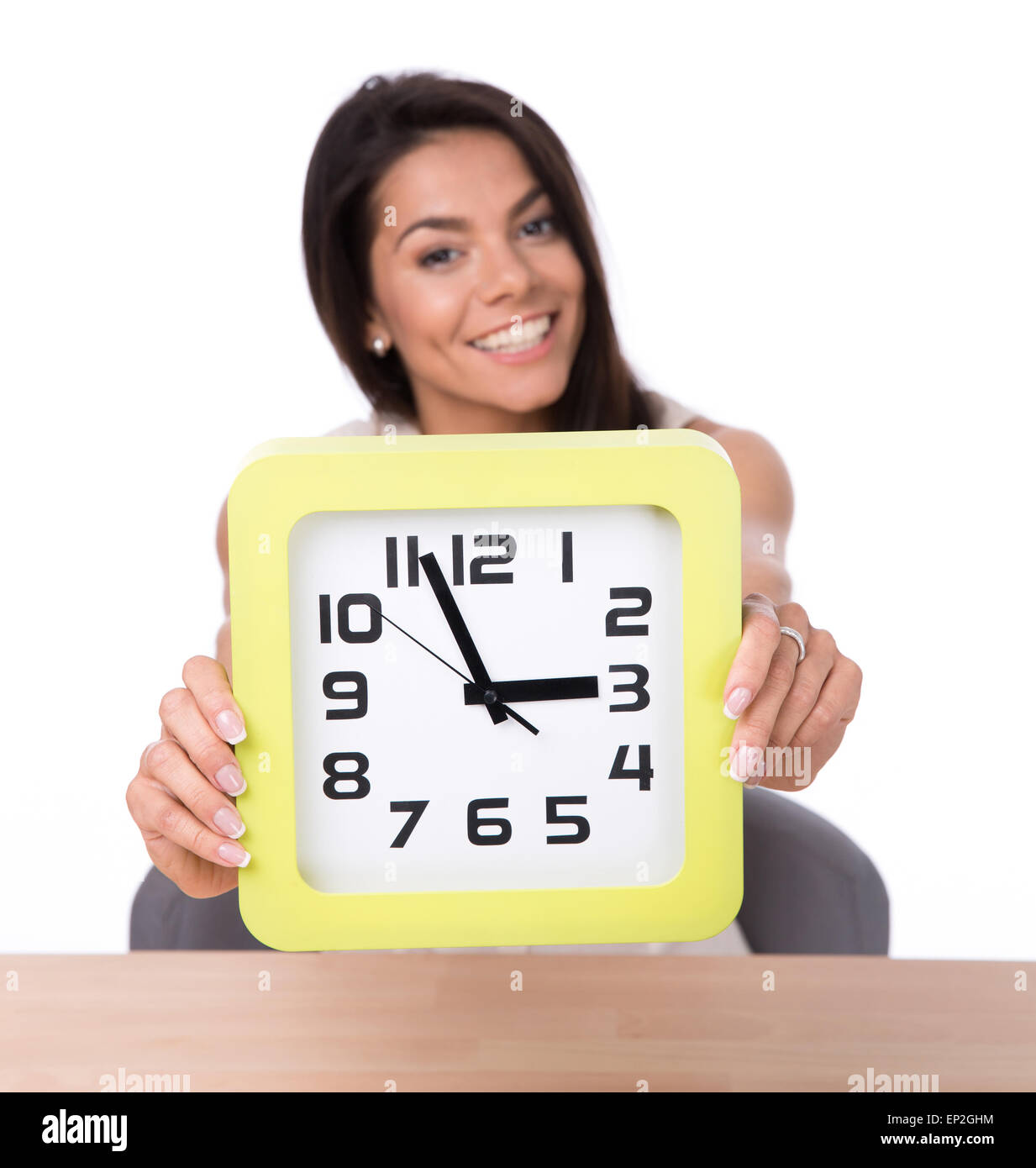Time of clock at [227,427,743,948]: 2:56
